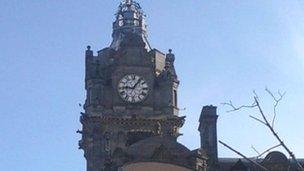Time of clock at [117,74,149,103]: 9:07
